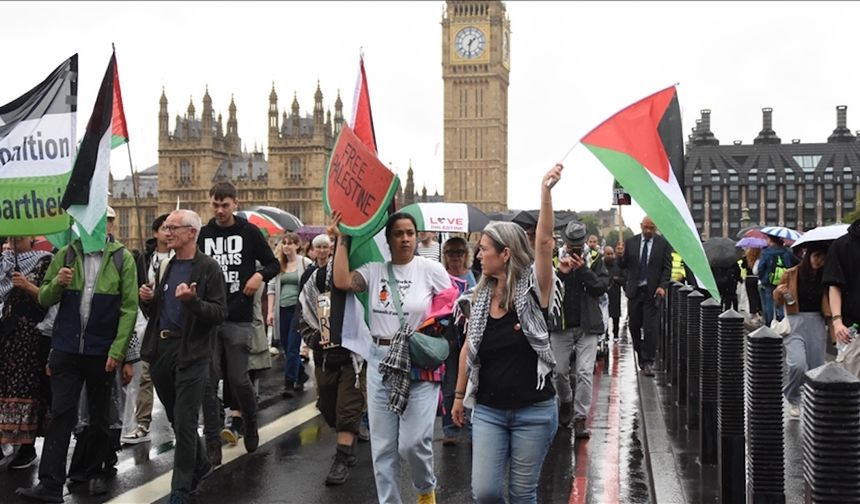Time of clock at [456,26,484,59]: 1:31
